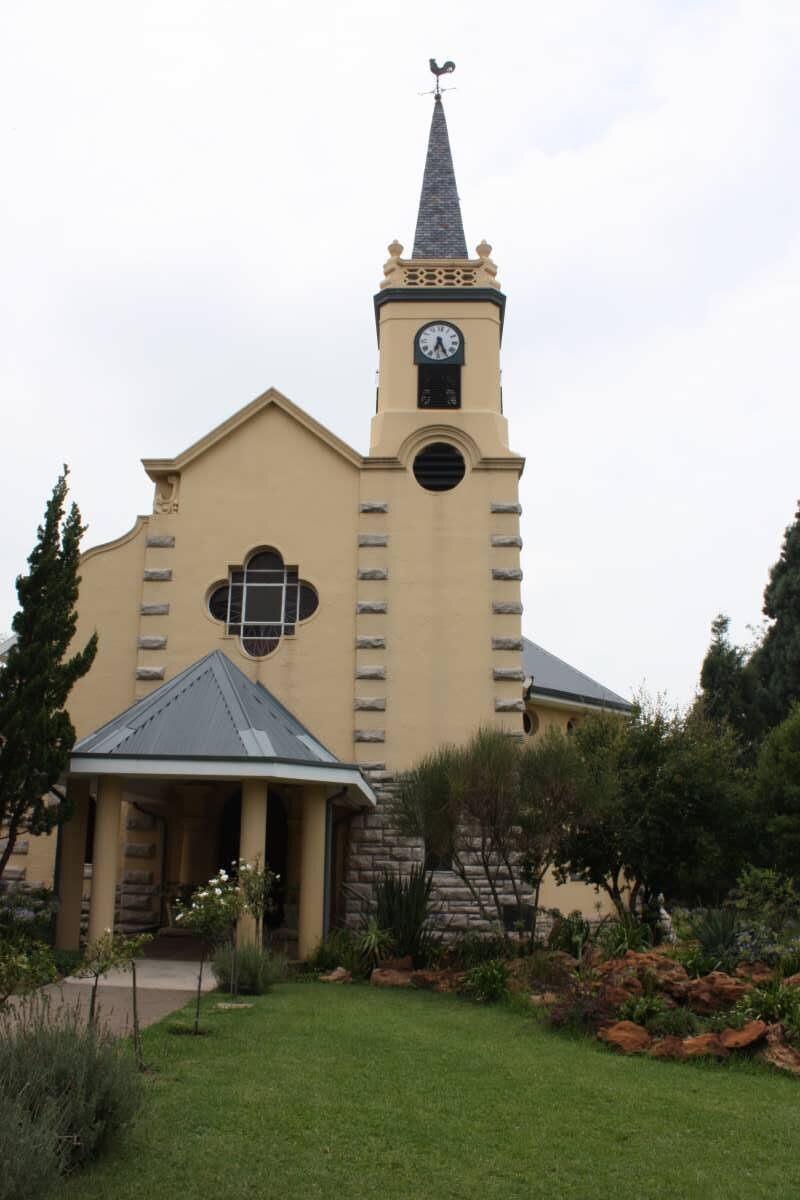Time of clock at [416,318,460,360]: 6:25
